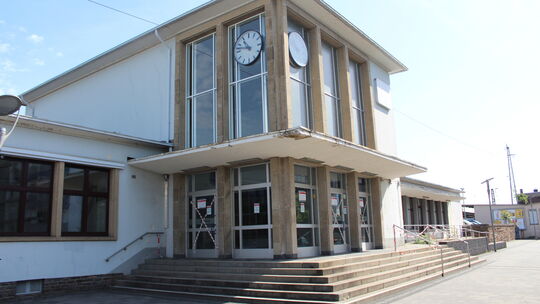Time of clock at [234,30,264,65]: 10:47
